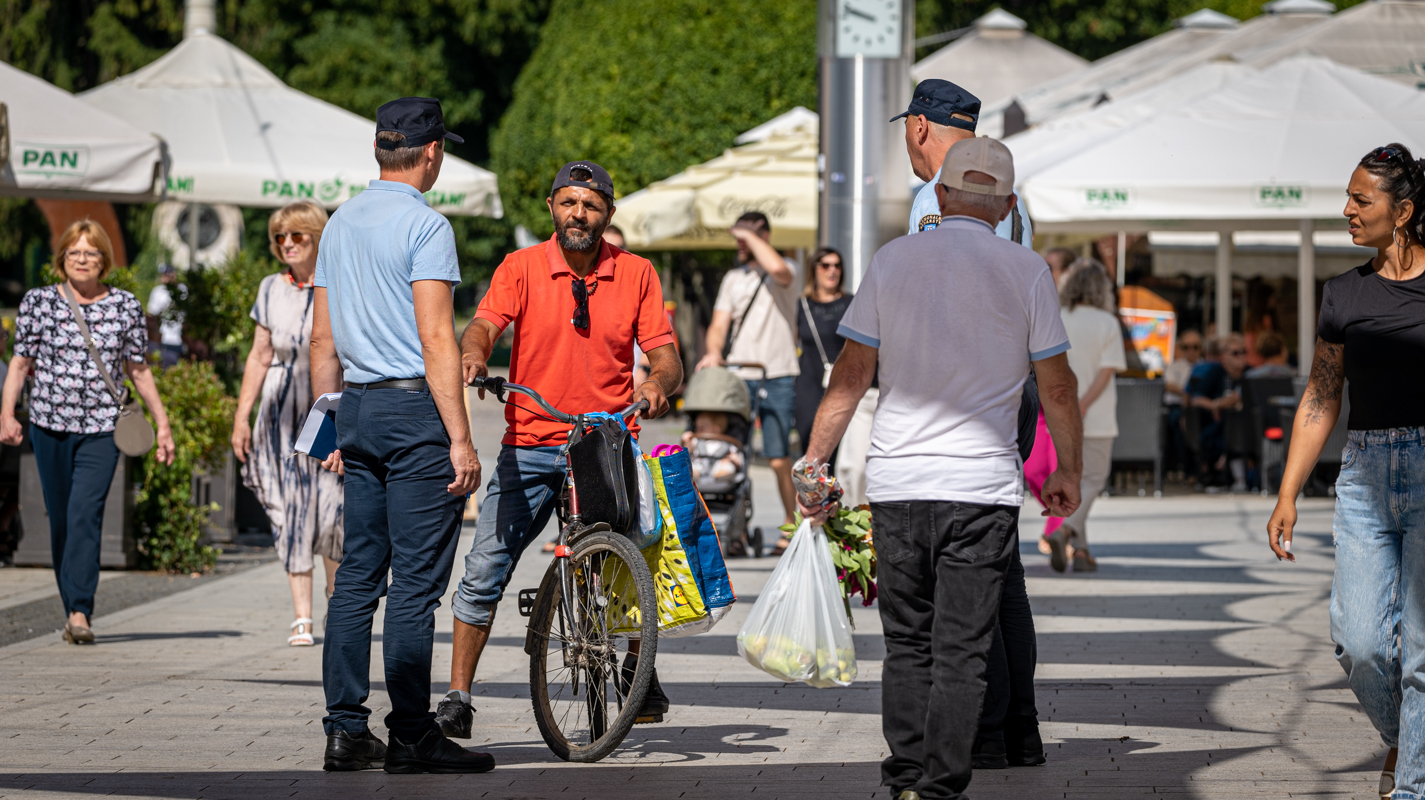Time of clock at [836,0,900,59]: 9:48
